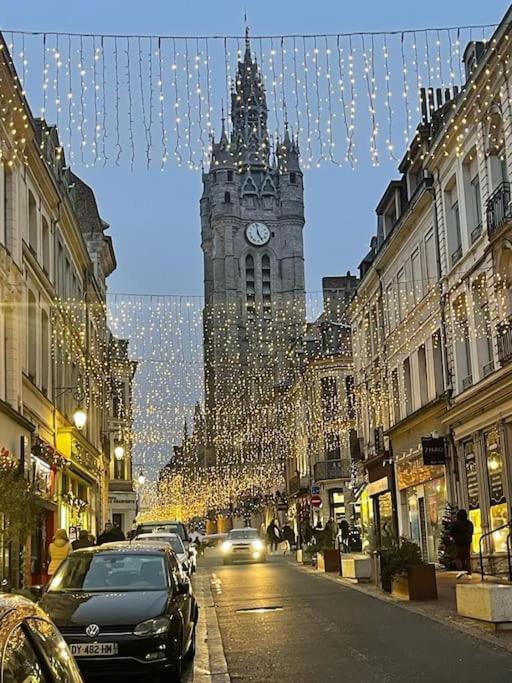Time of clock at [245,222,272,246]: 4:58
